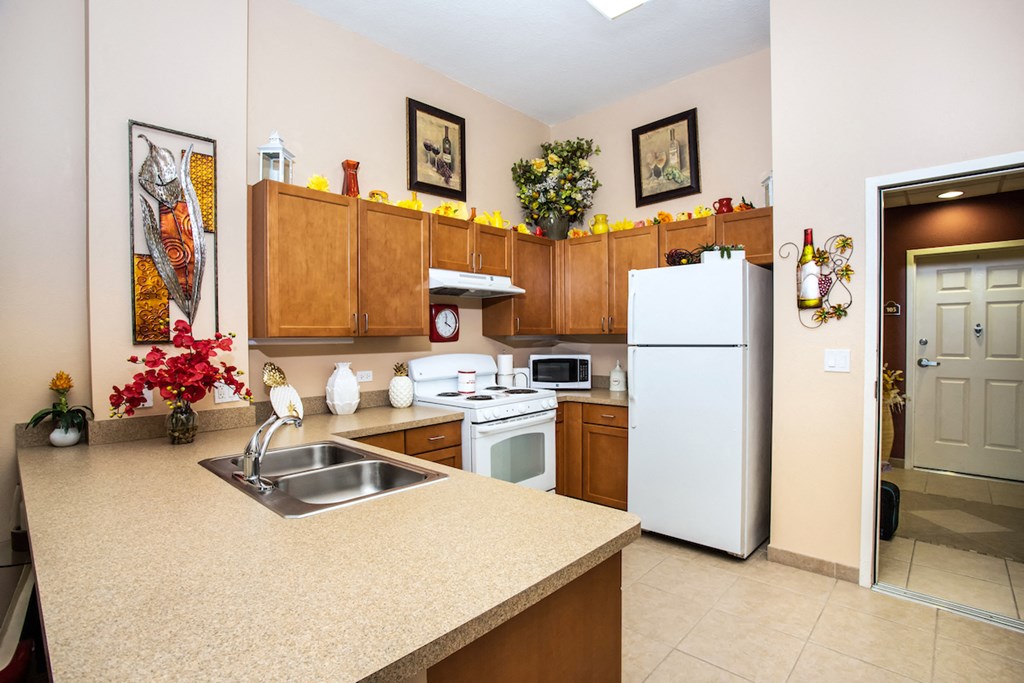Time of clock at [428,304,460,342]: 4:00
